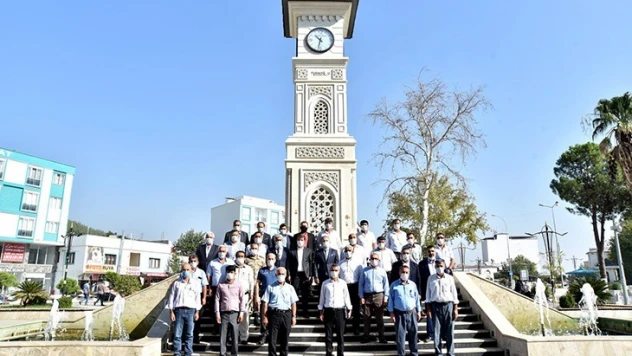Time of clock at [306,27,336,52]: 10:32
